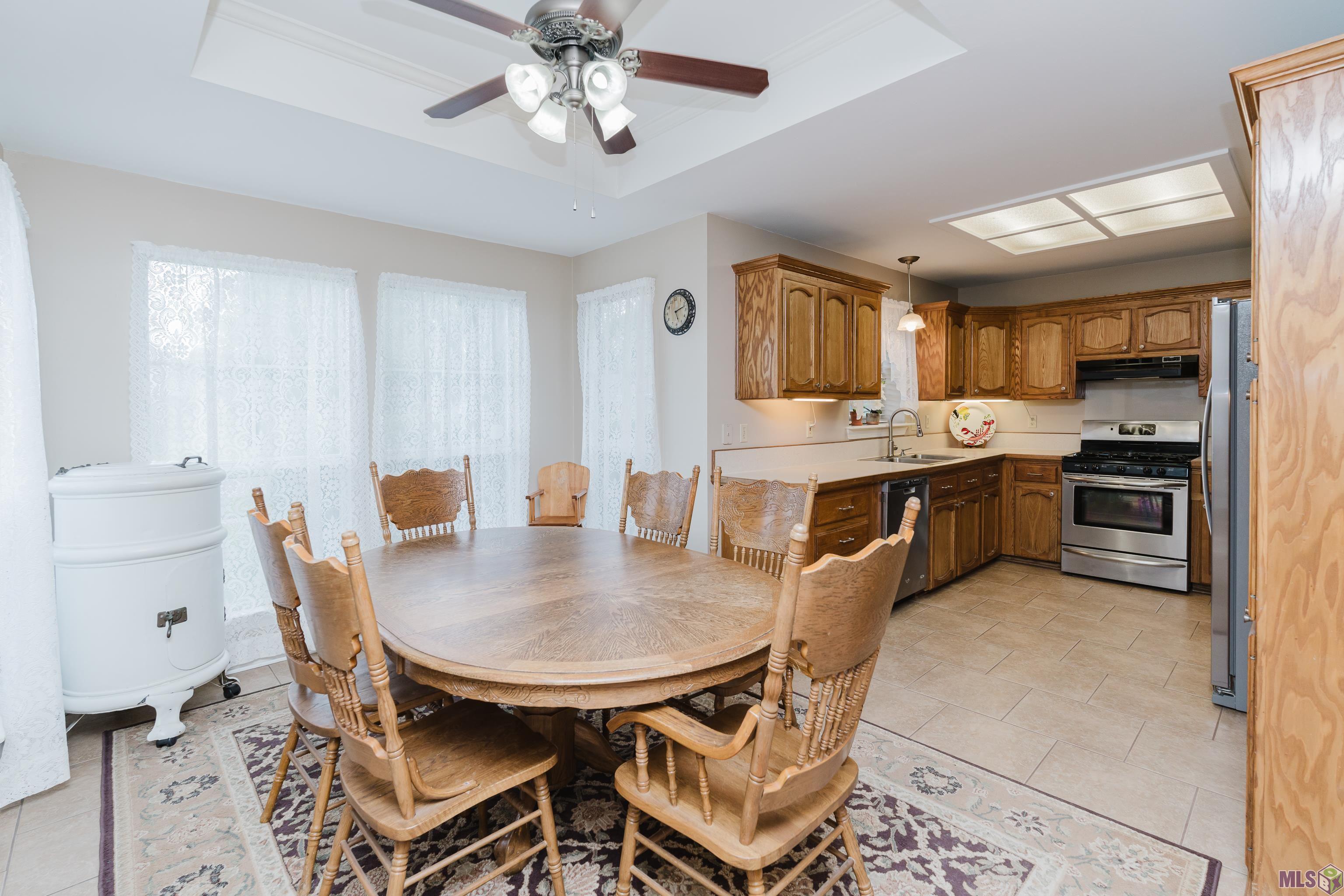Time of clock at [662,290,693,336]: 5:12
